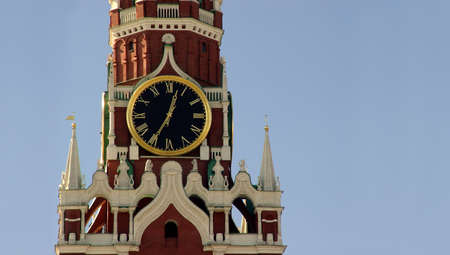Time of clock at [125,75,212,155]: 12:34
